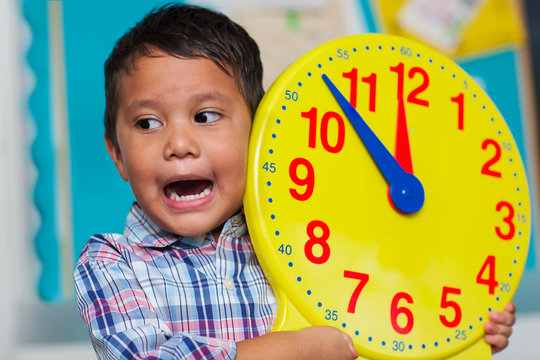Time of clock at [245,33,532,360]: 11:52
